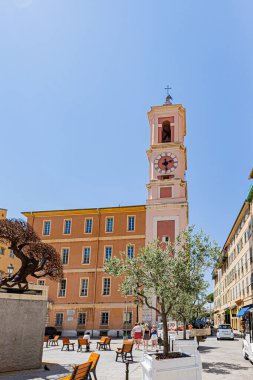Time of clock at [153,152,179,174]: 2:29
